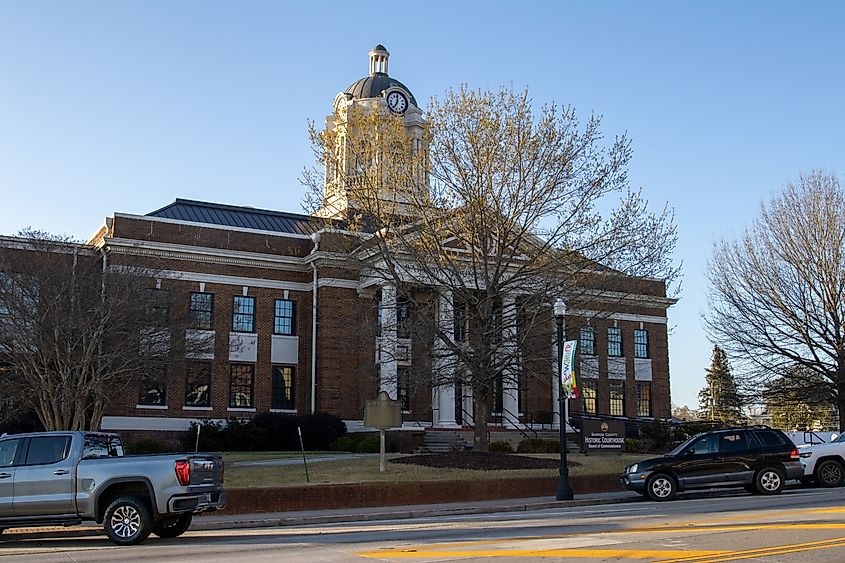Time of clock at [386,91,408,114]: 7:00
